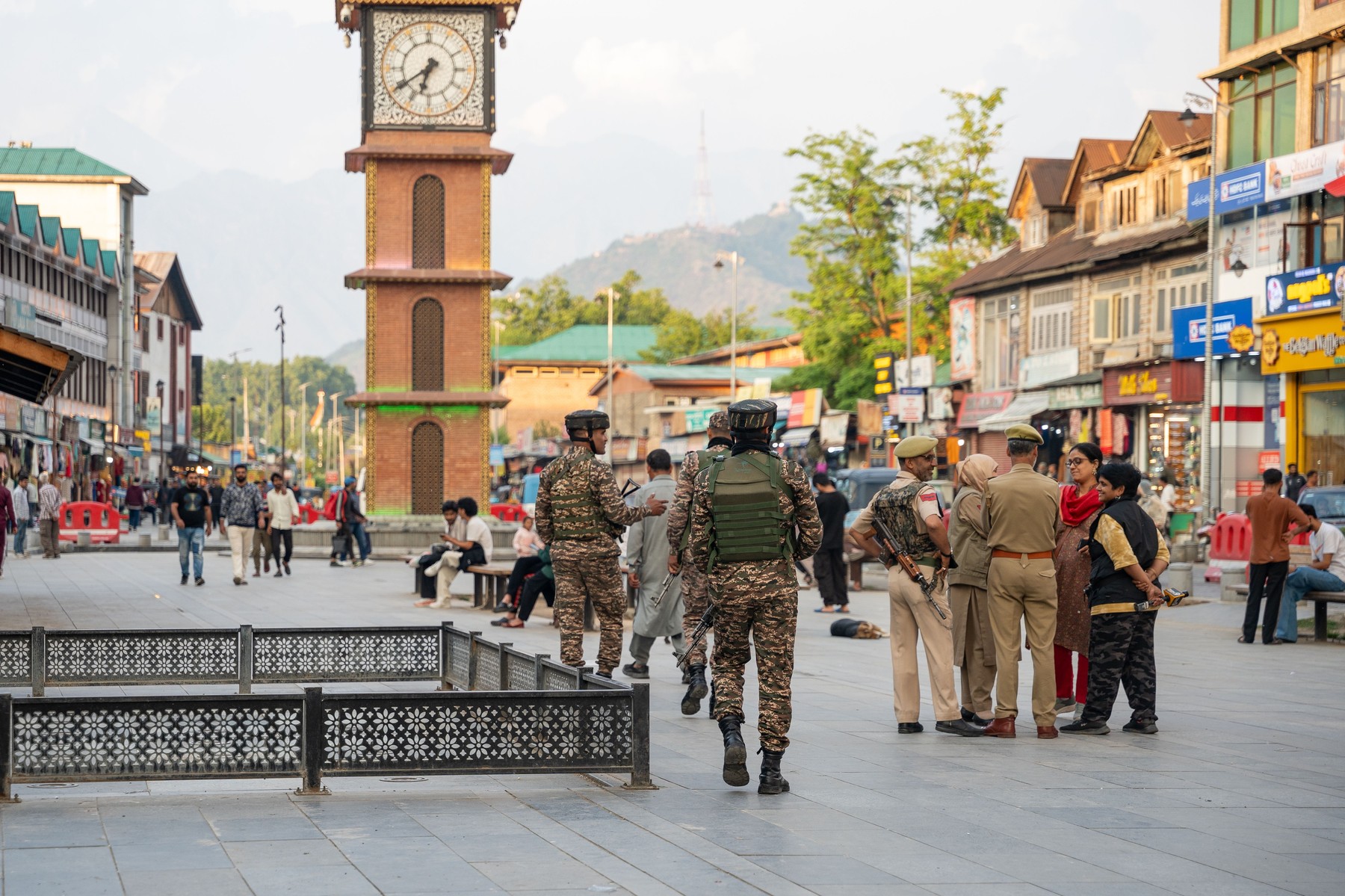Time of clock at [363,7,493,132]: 6:39
